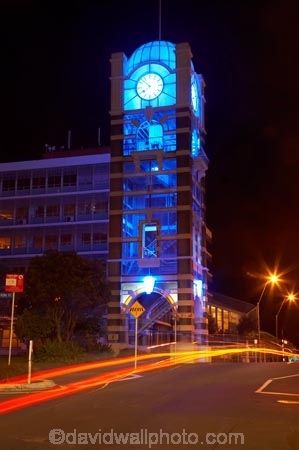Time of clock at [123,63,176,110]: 7:52
